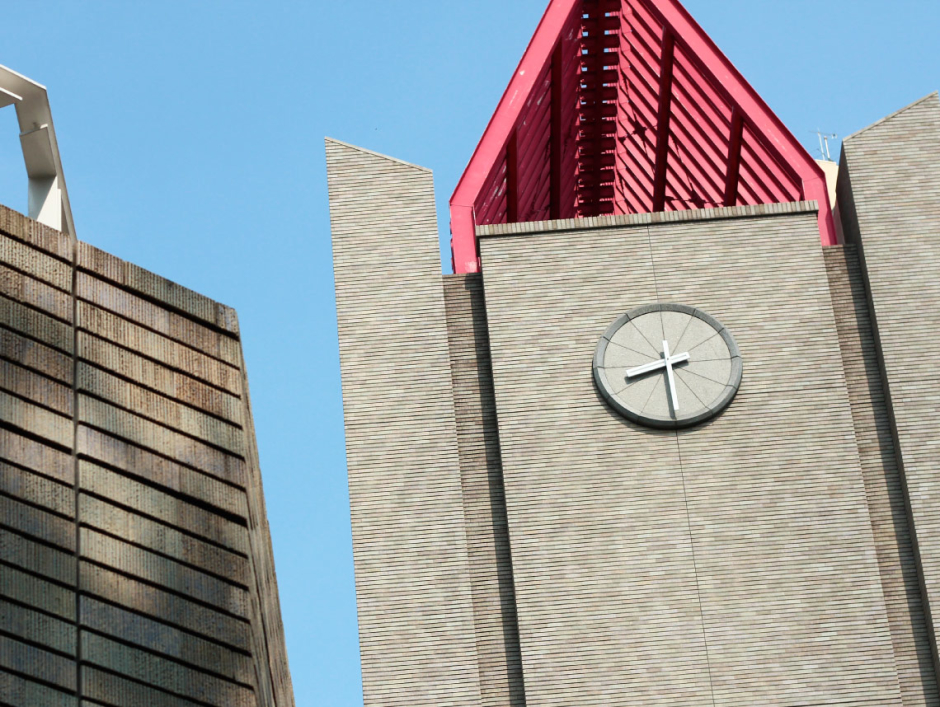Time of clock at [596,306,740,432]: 8:29
